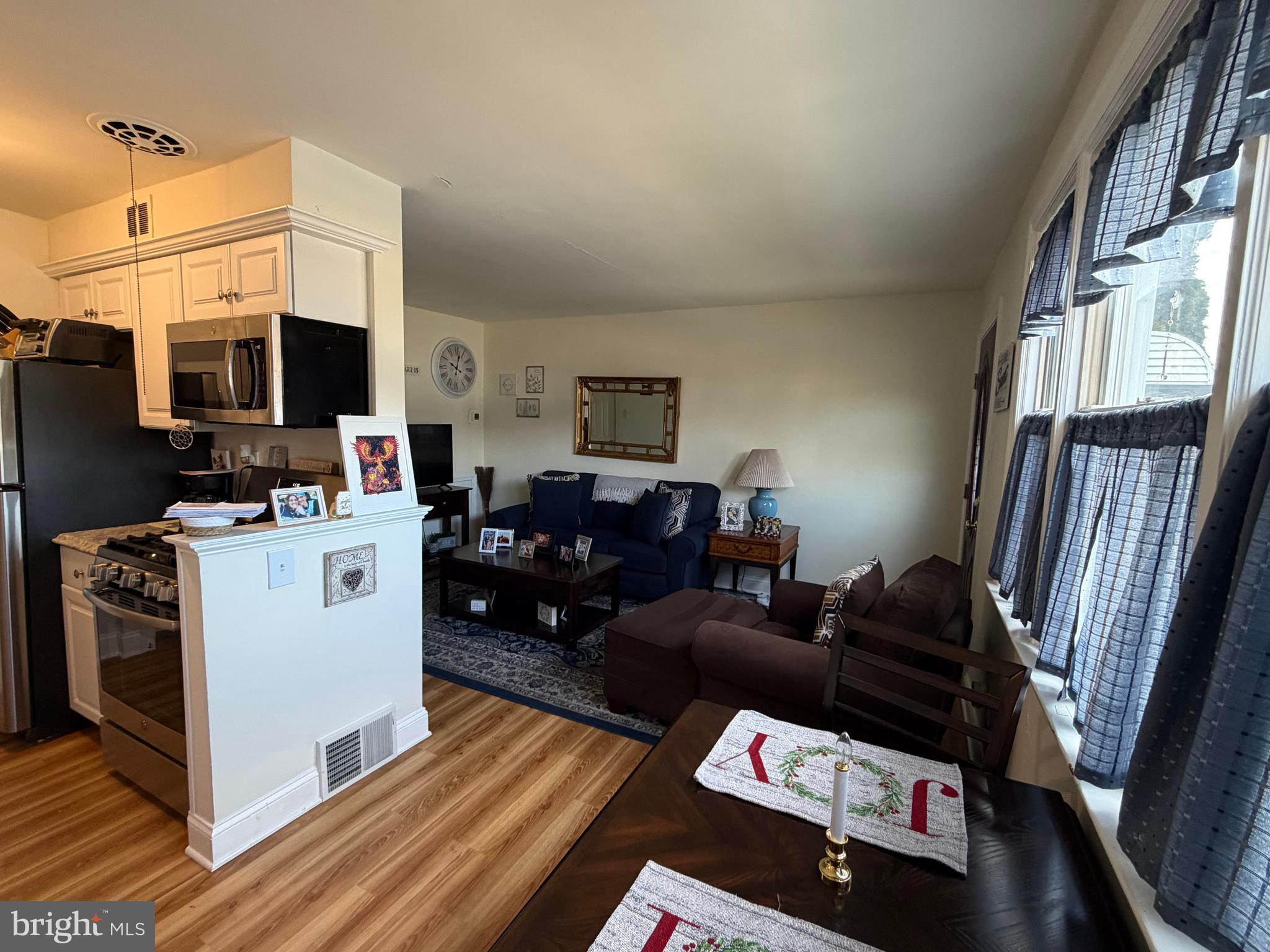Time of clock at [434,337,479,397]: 10:02
